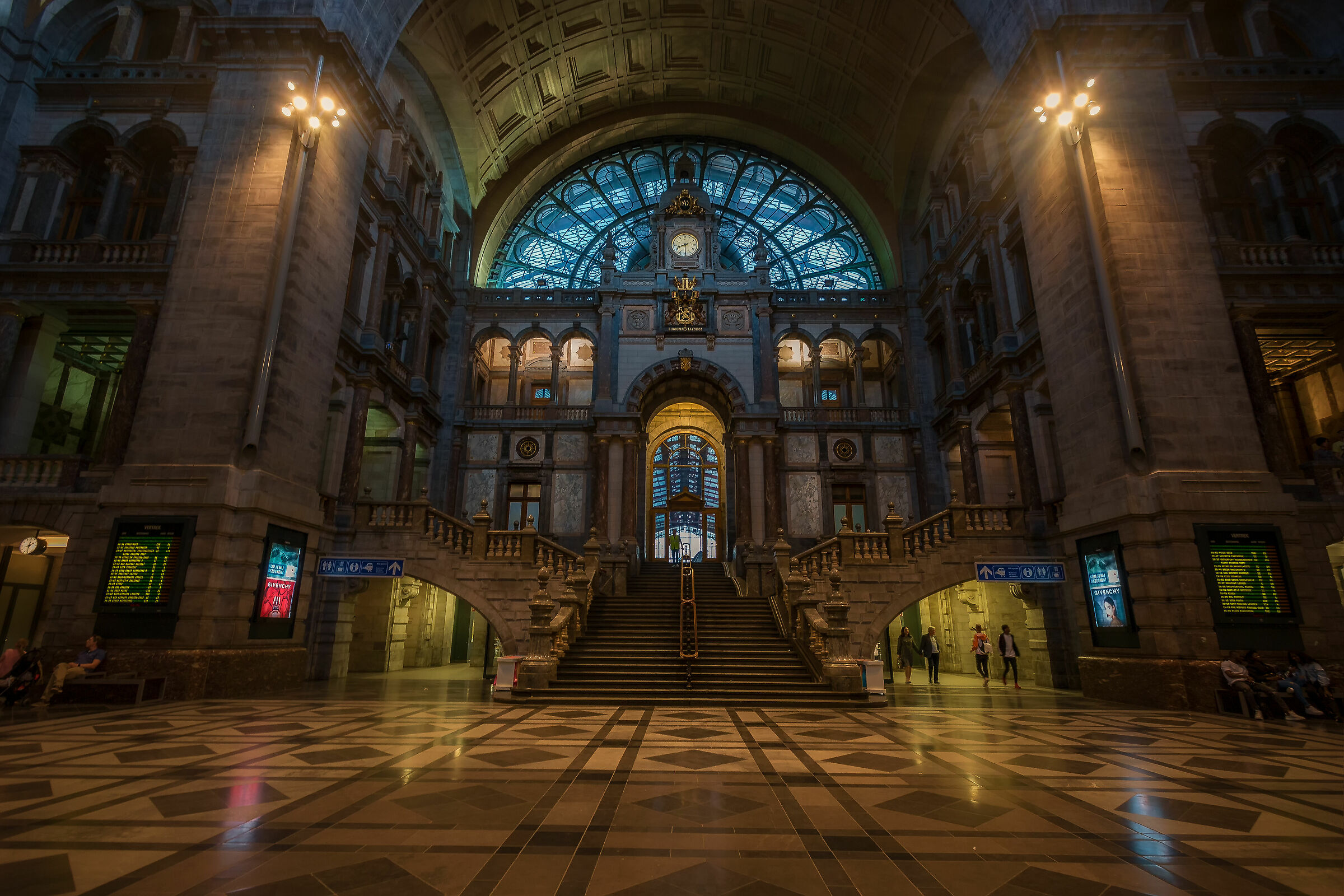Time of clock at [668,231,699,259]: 8:29
